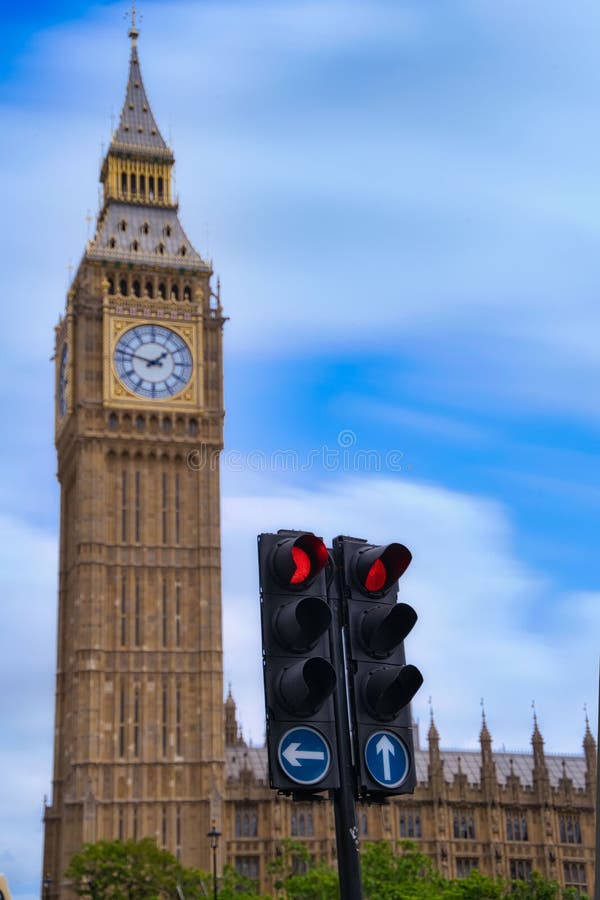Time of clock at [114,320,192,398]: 1:47
